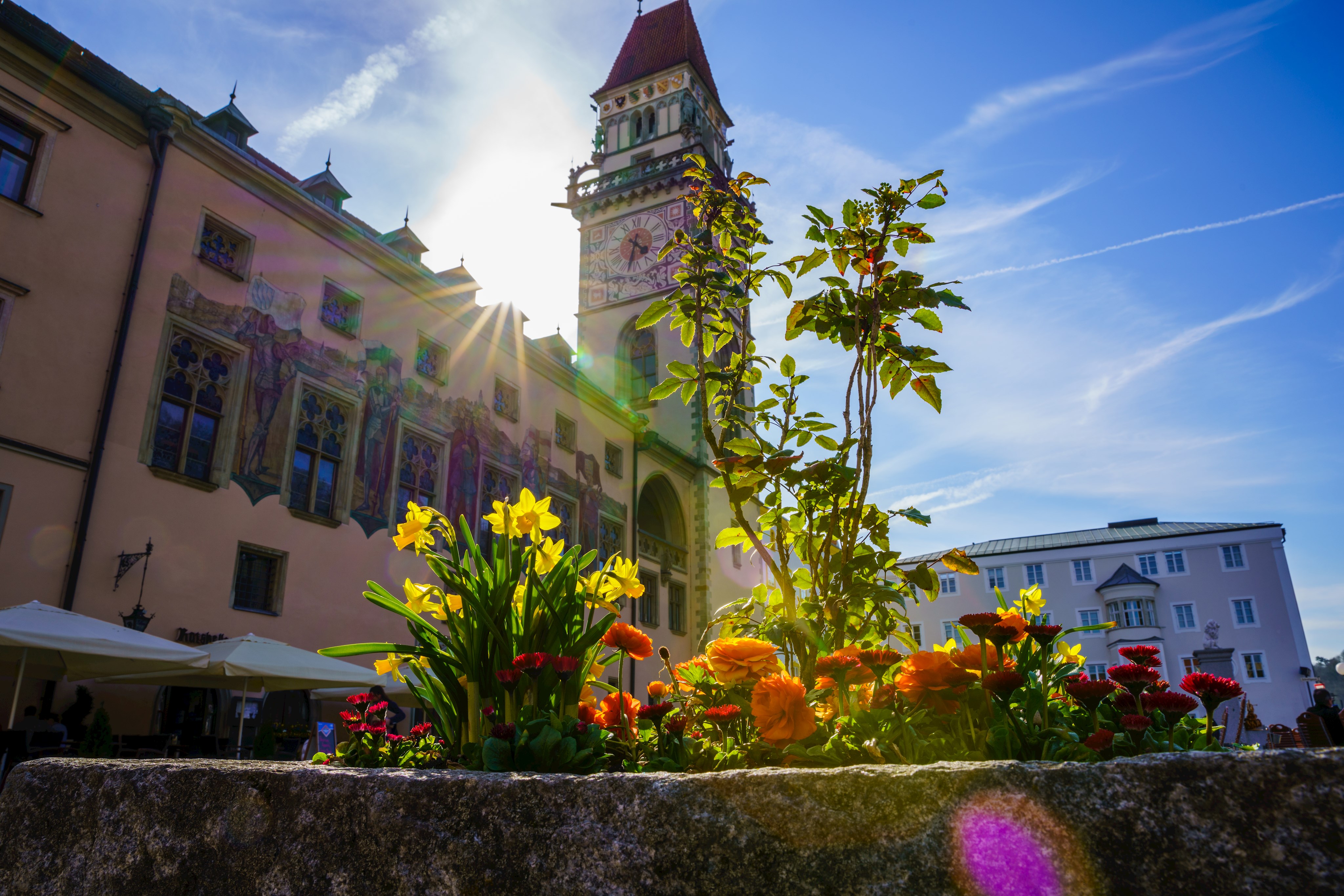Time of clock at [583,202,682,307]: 4:32
